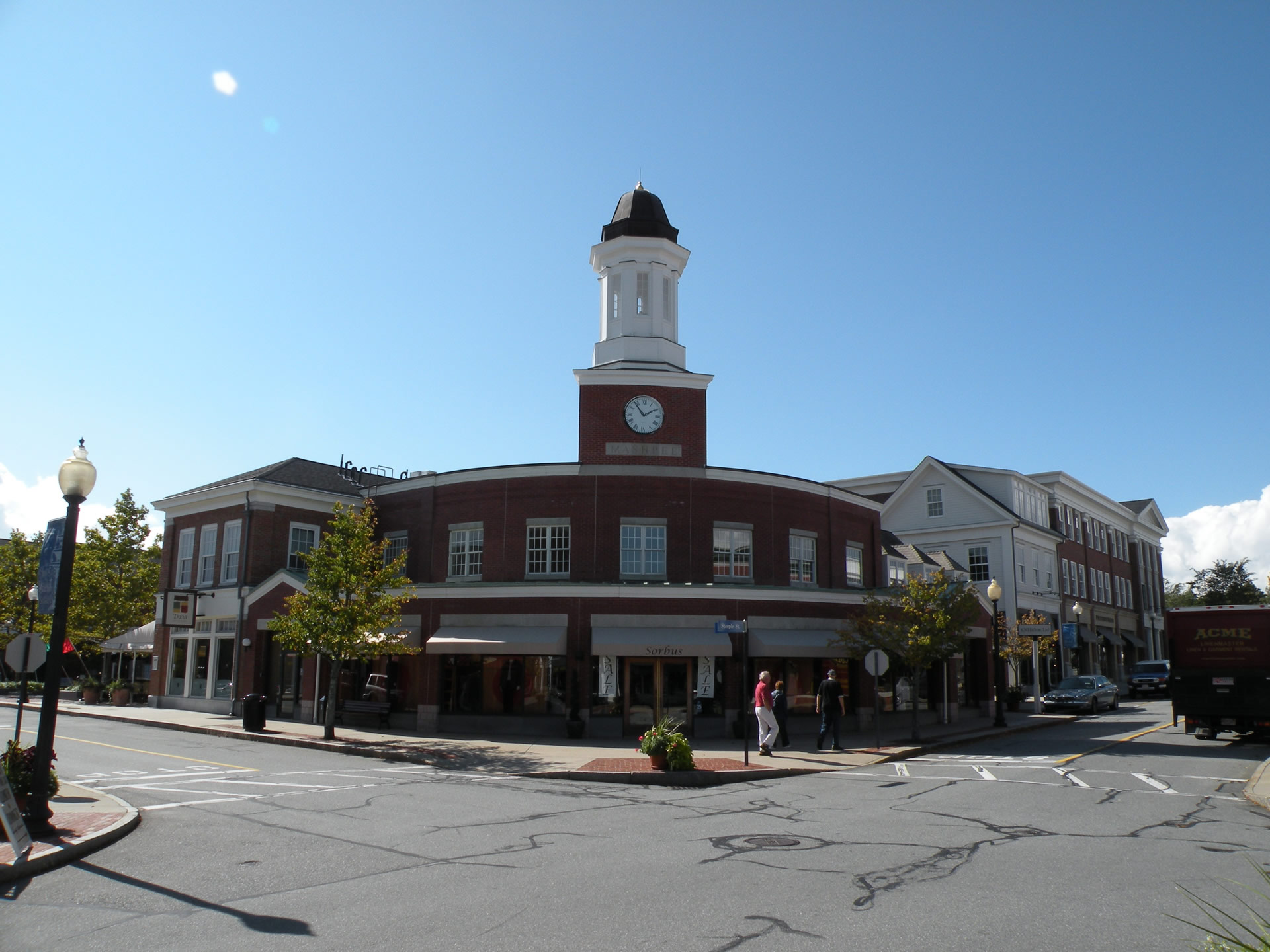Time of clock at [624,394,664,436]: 1:53
